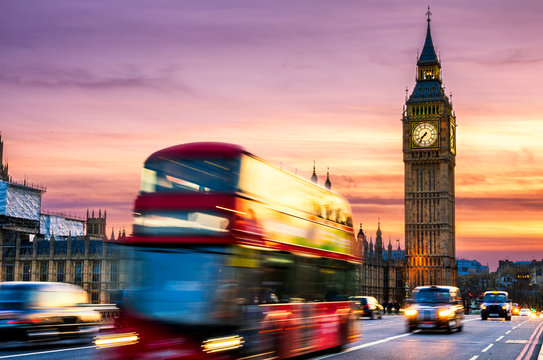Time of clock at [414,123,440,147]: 7:36
